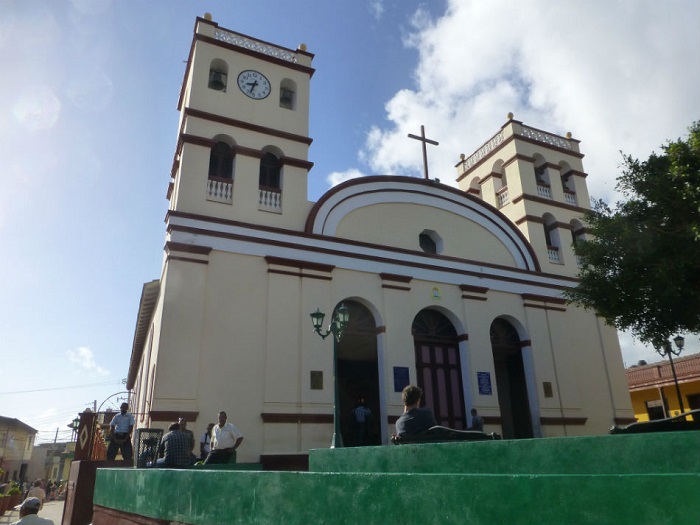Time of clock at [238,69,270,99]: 8:33
